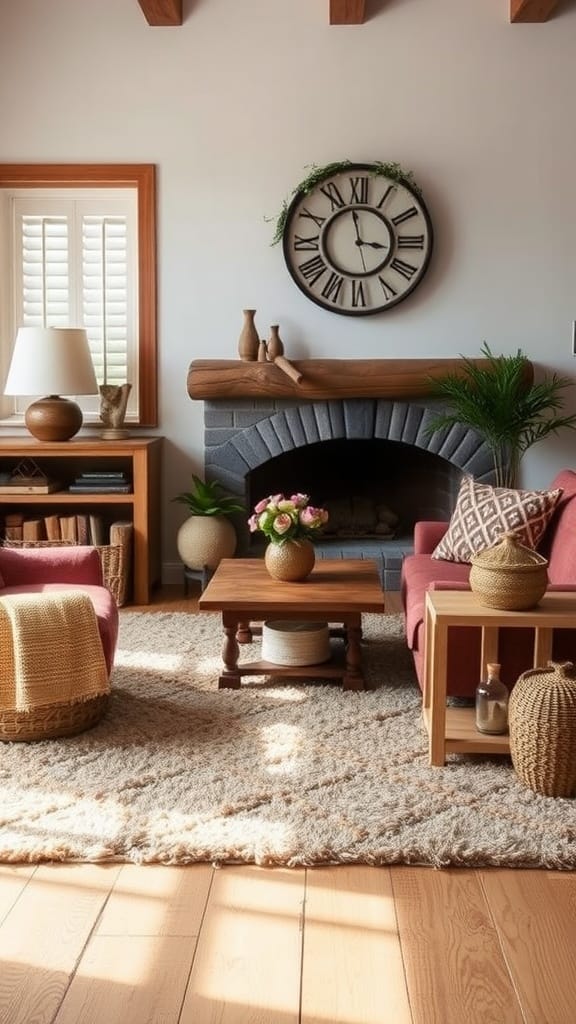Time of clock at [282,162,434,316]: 2:58
